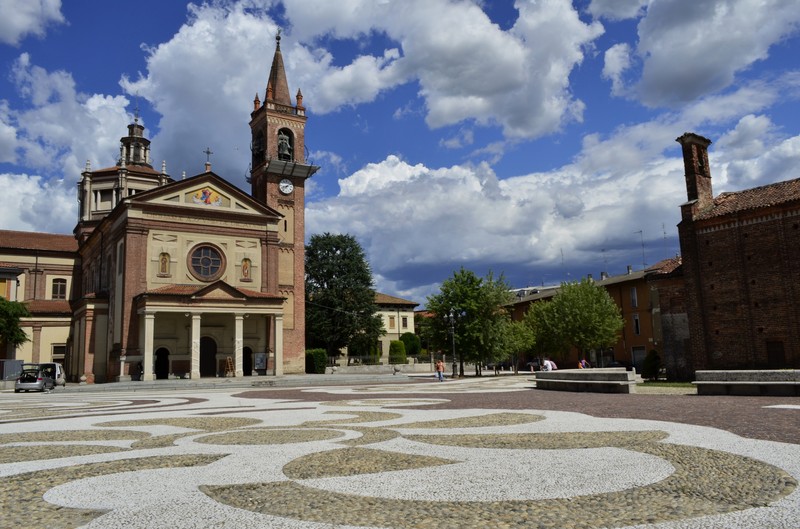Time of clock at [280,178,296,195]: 1:42
